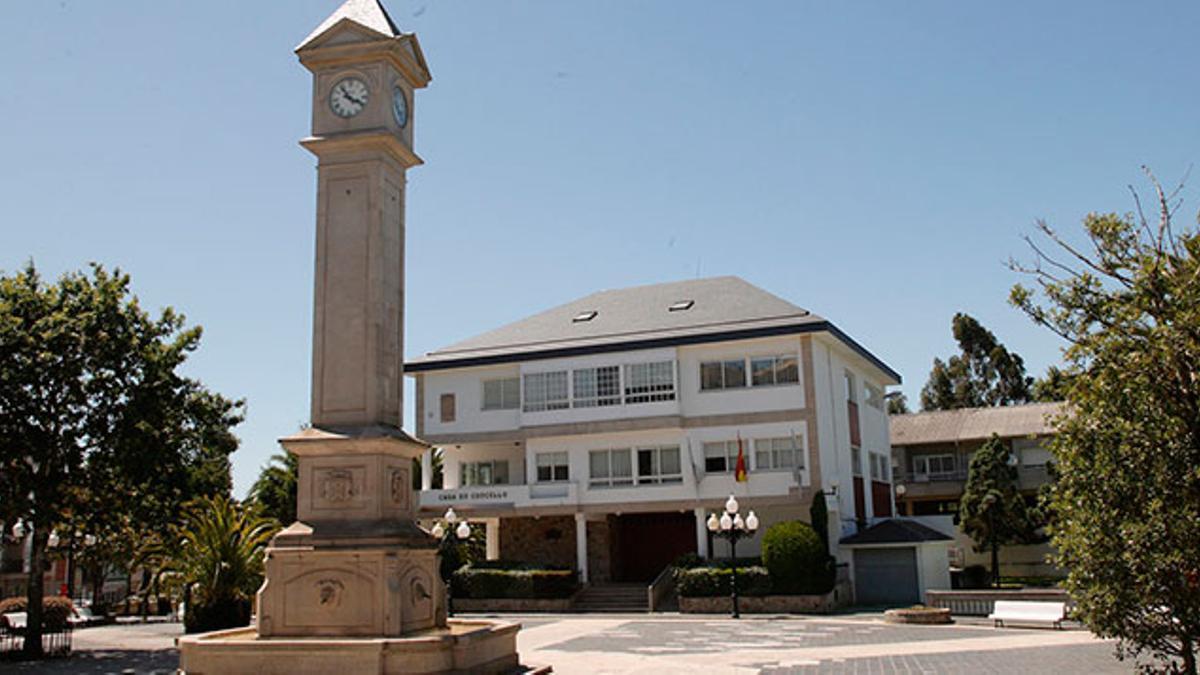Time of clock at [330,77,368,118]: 3:53
